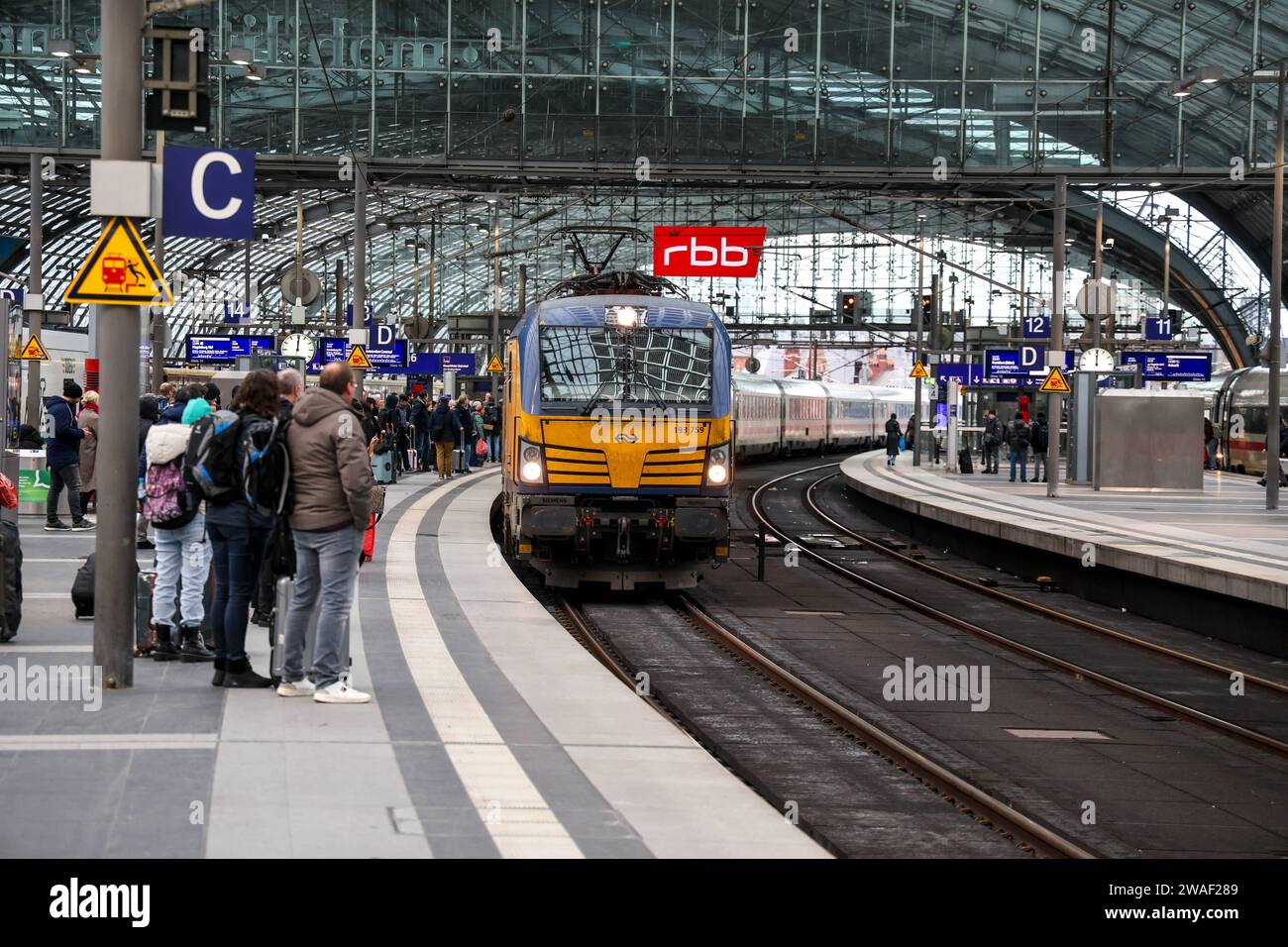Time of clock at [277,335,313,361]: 12:00
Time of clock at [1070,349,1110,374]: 12:00
